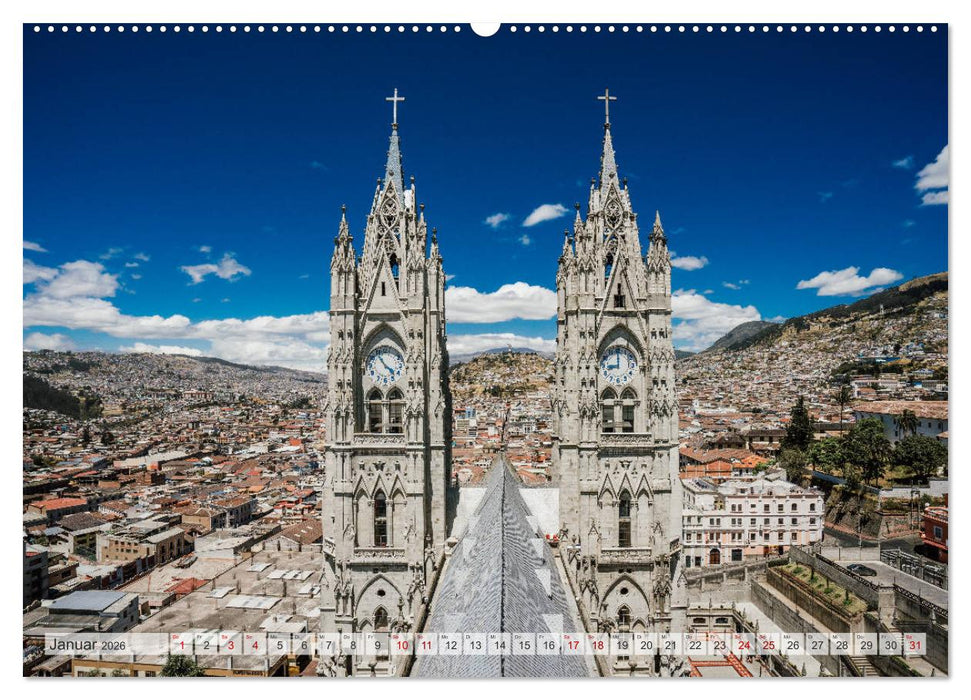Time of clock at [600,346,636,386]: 8:59
